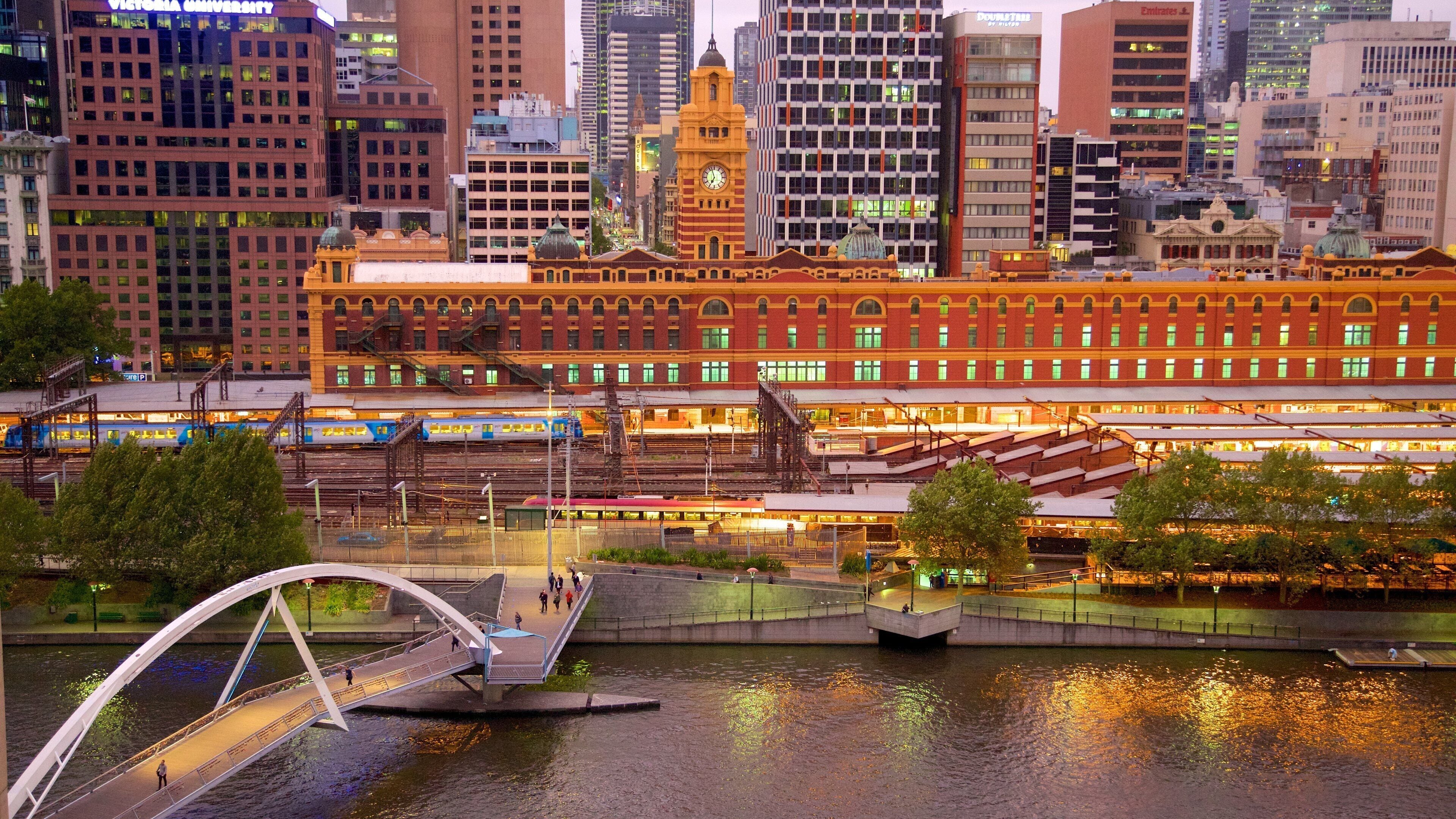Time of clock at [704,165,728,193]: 6:56
